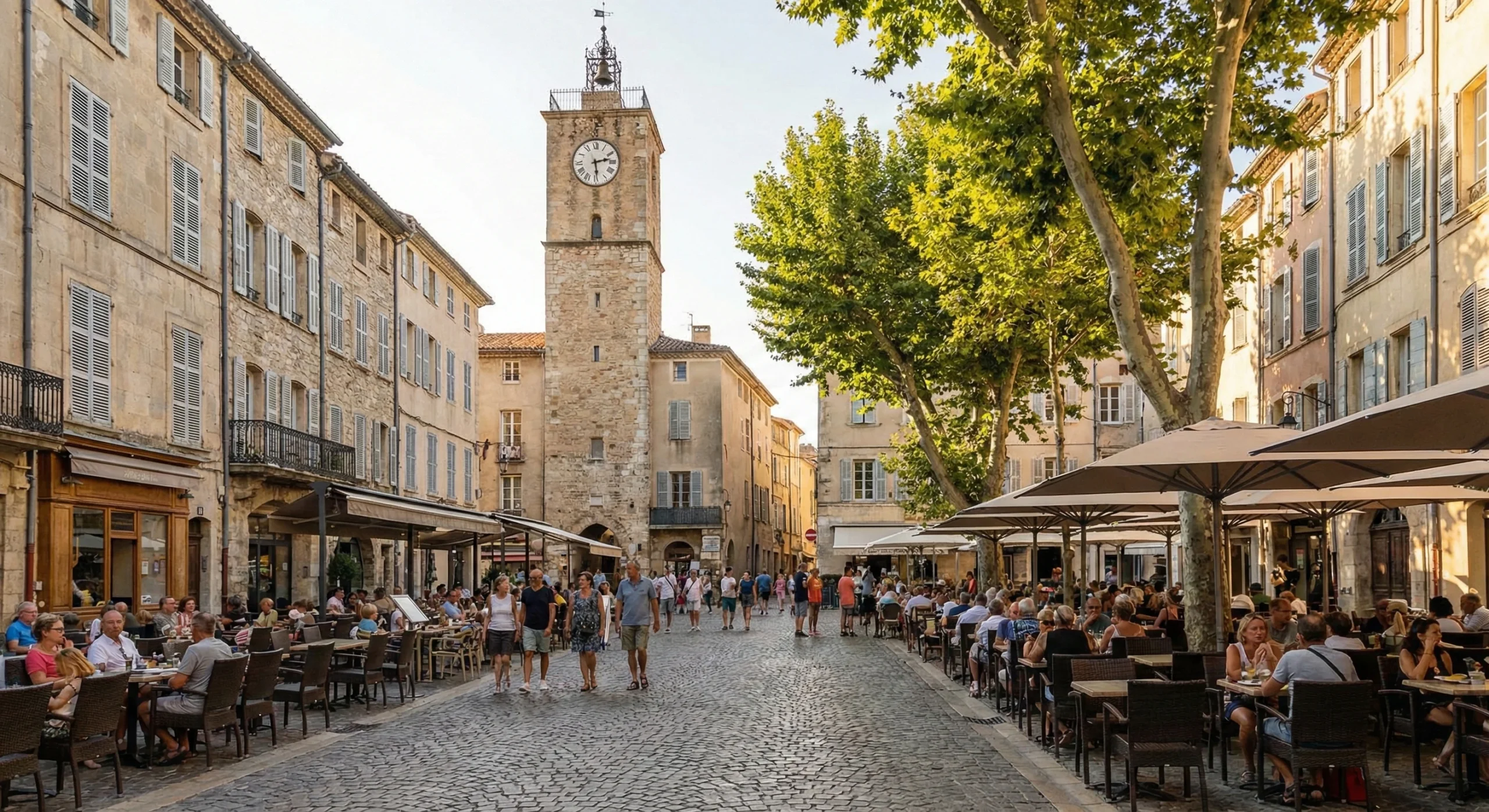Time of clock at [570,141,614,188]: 2:29
